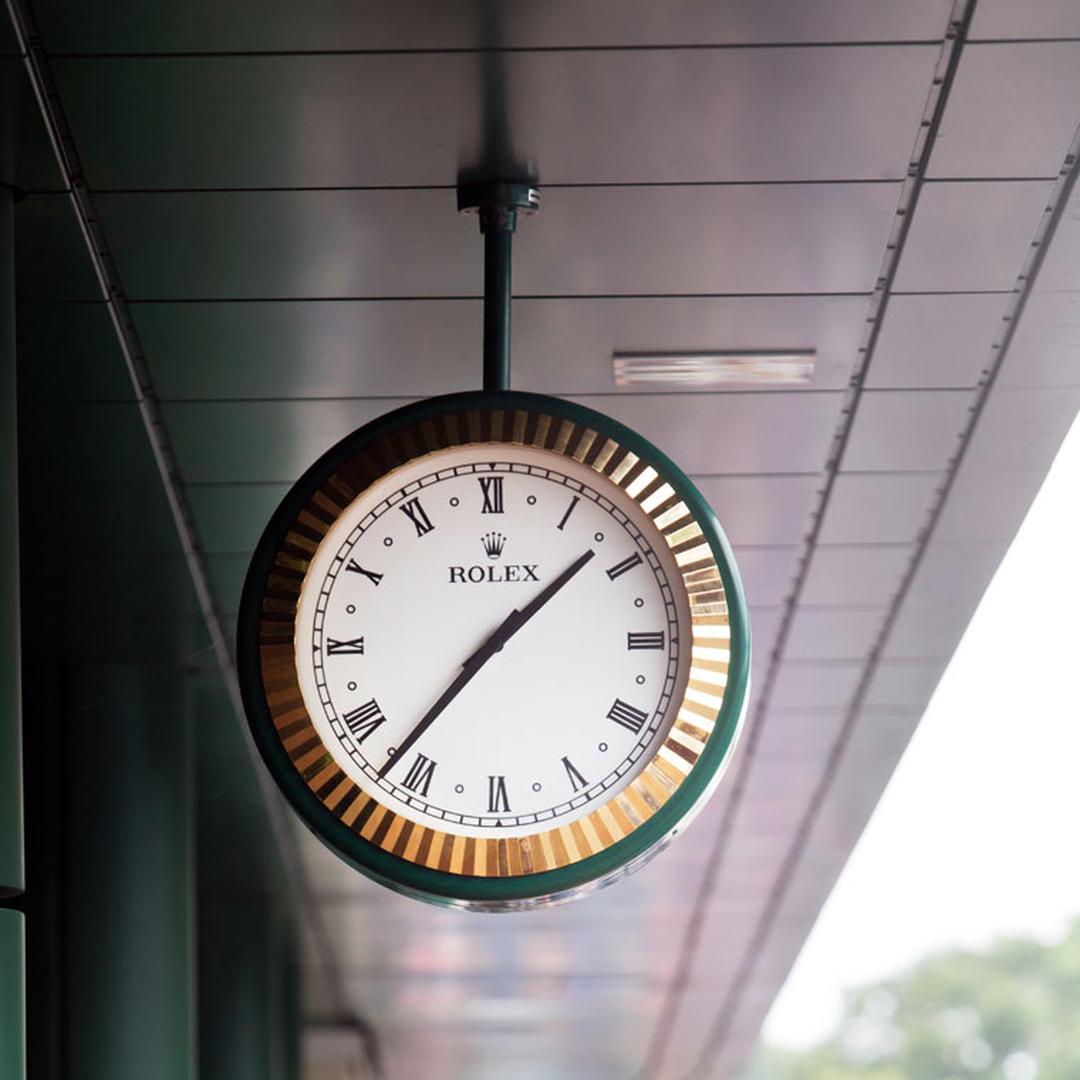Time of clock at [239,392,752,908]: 1:36
